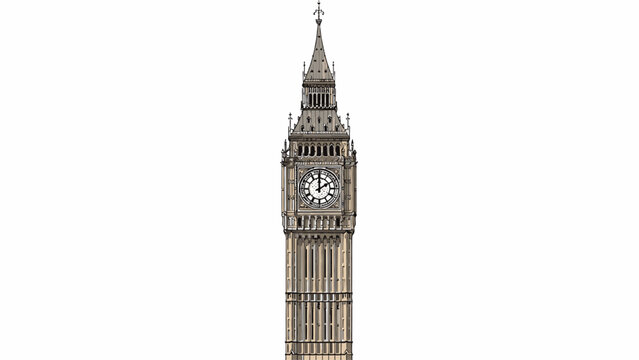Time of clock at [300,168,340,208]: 2:00
